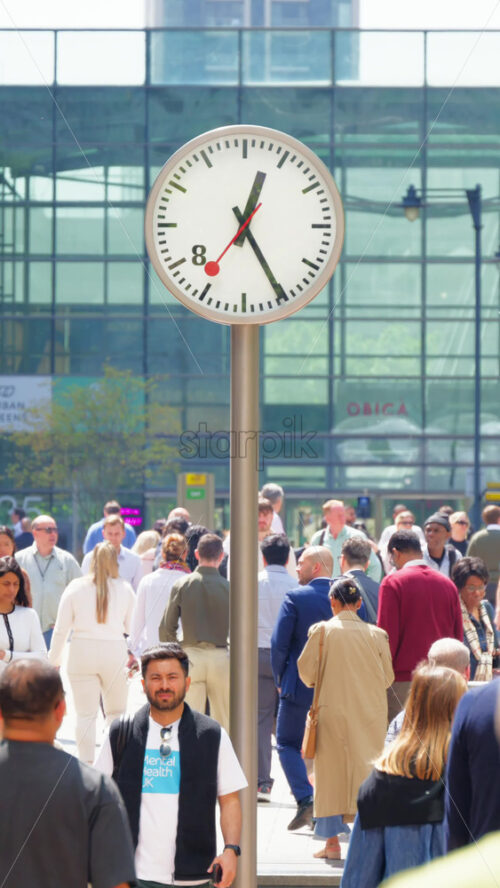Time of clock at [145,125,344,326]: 12:25
